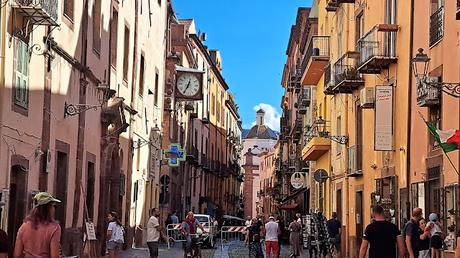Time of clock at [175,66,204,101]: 12:34
